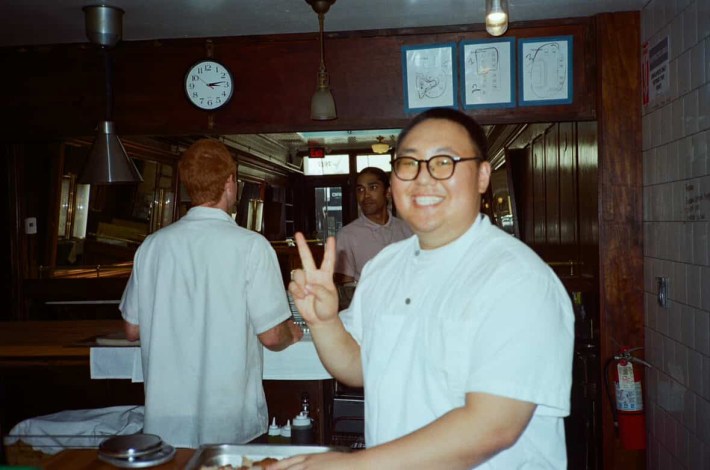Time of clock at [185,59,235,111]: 3:13
